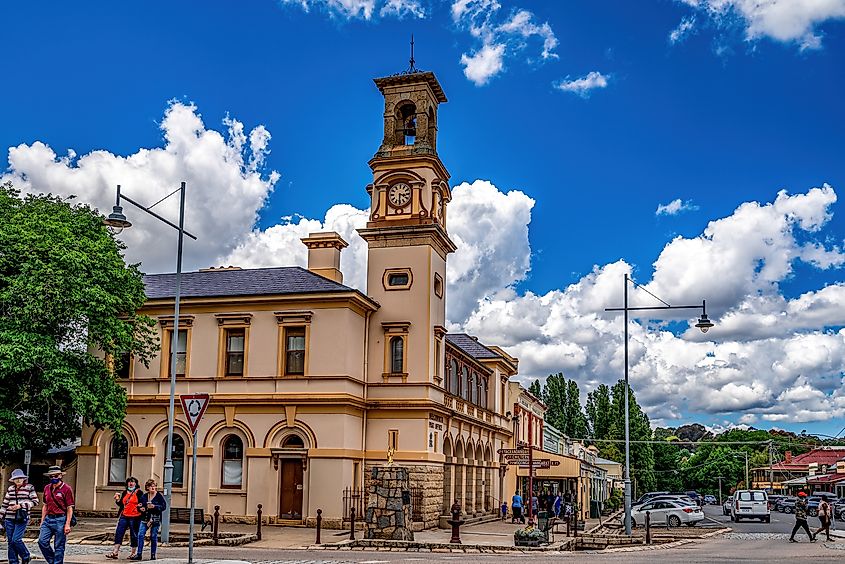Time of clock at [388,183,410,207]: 3:30
